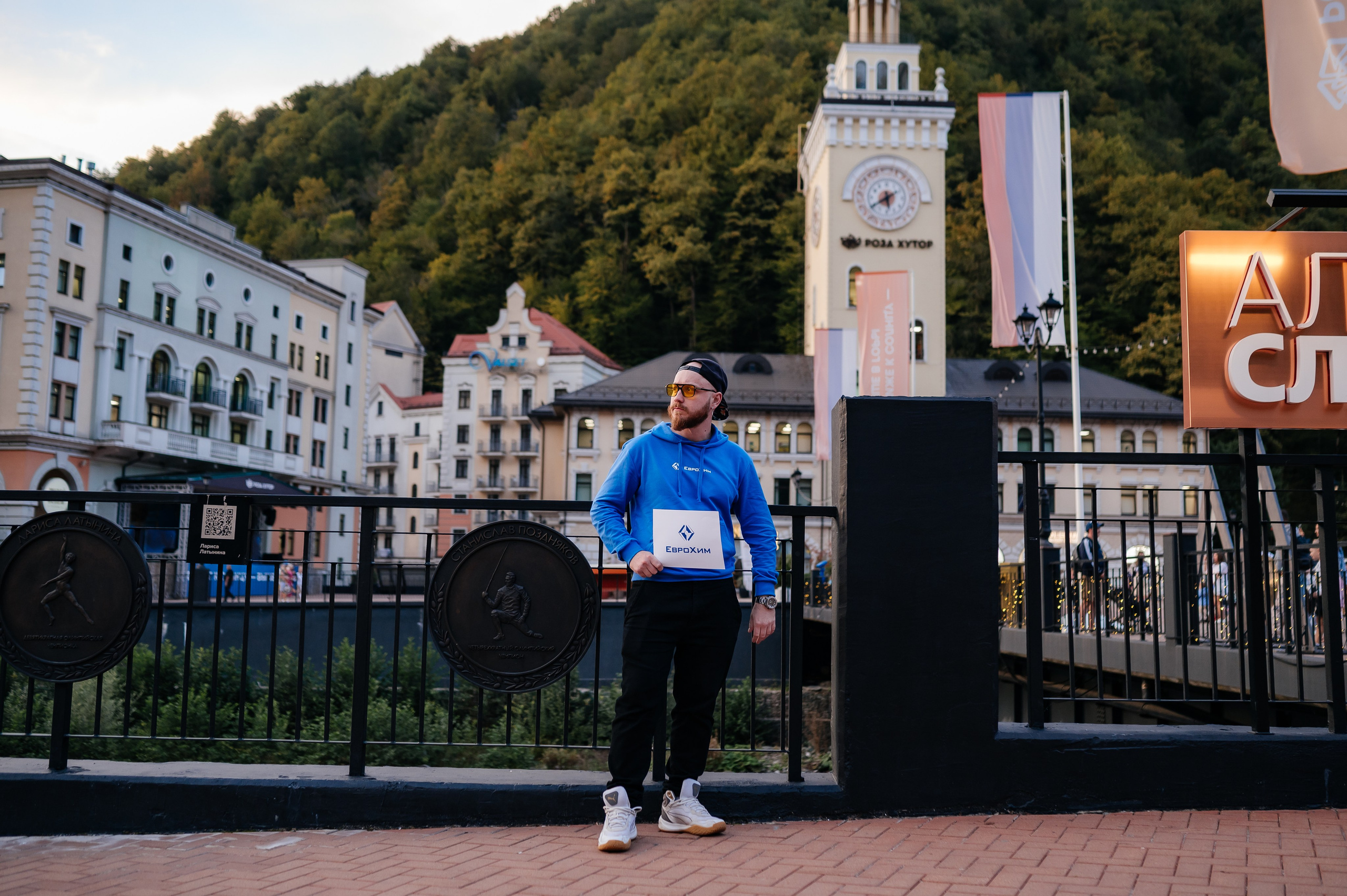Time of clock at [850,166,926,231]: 5:38
